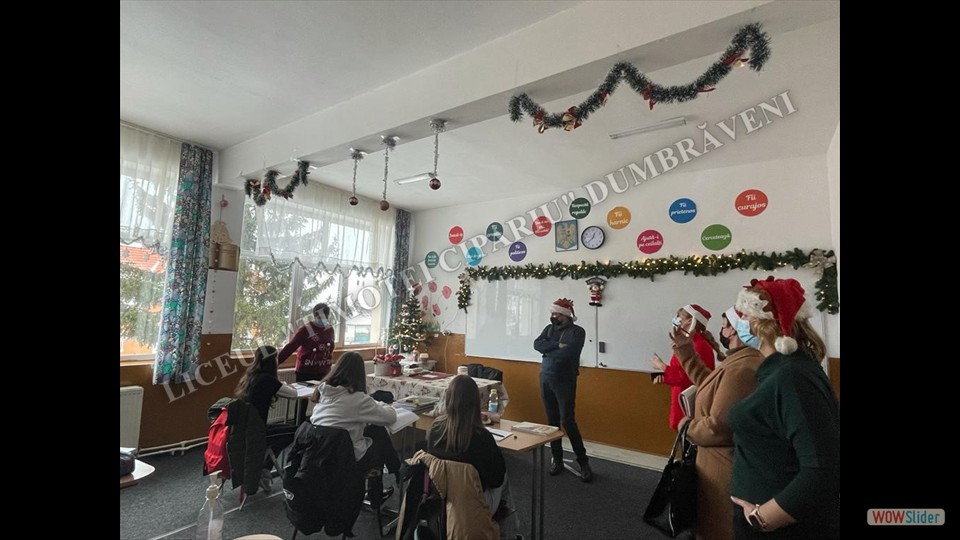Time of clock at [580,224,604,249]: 12:37
